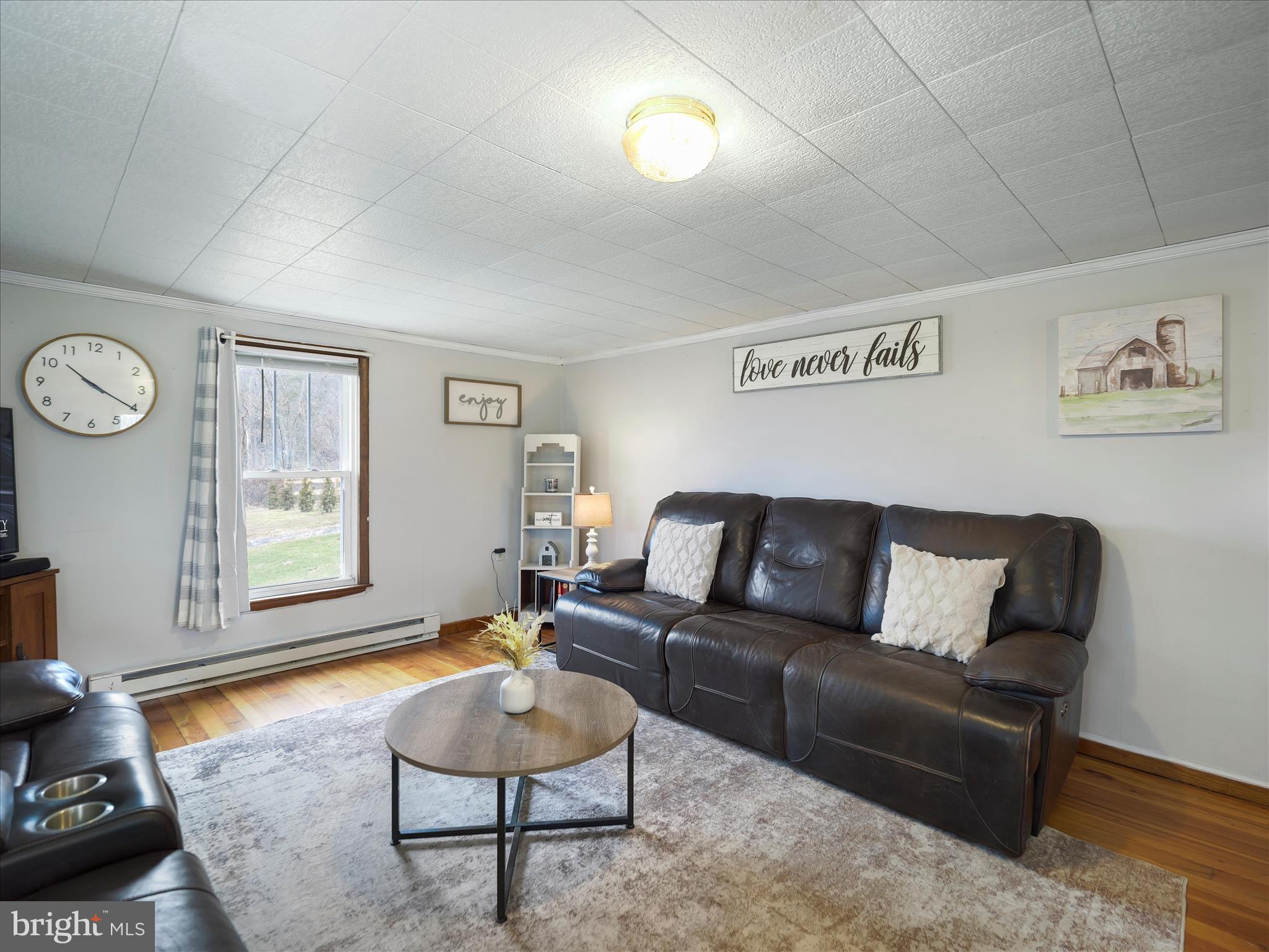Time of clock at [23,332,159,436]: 10:20
